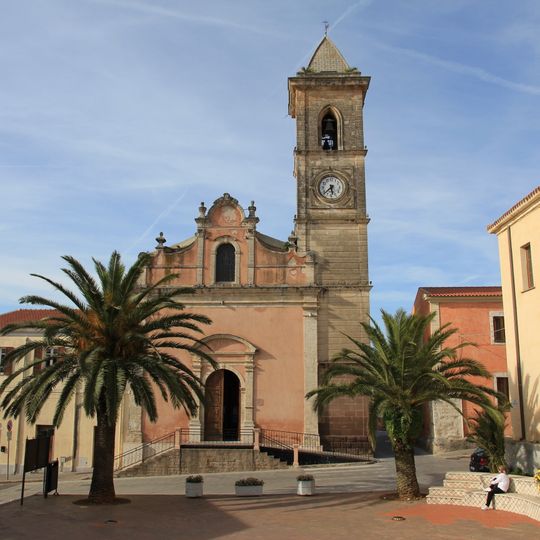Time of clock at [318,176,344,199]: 5:38
